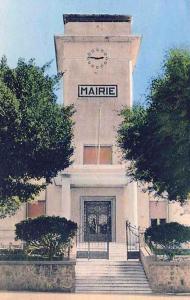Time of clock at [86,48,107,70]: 2:46
